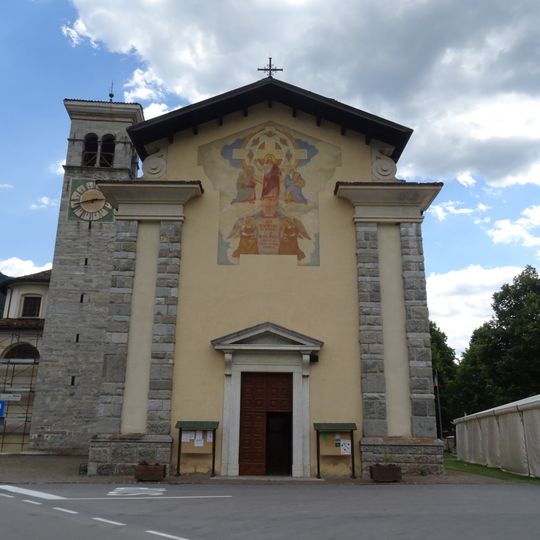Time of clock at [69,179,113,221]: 2:42
